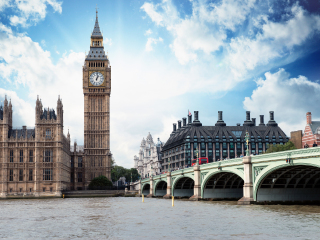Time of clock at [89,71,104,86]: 1:01
